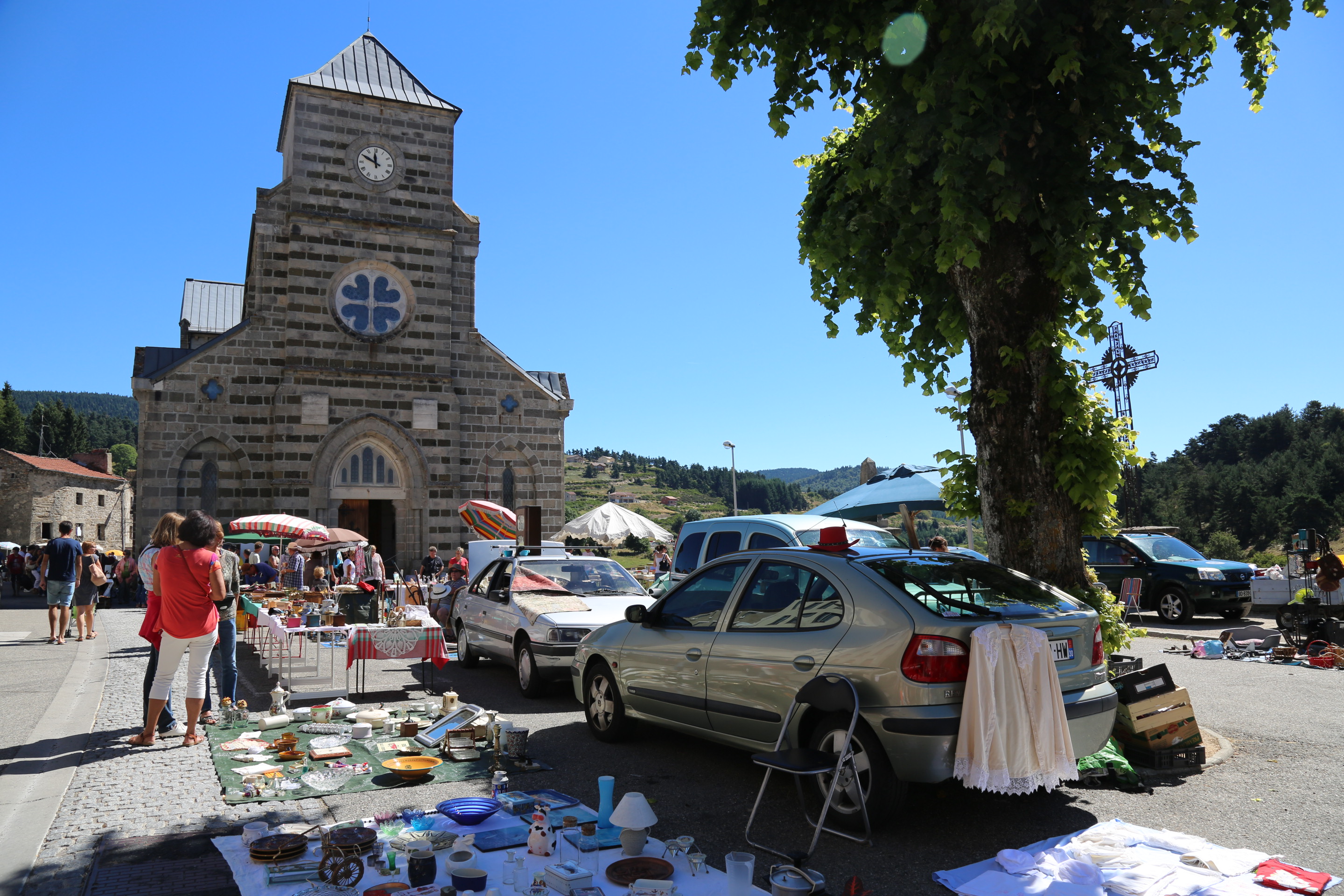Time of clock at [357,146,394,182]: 11:49
